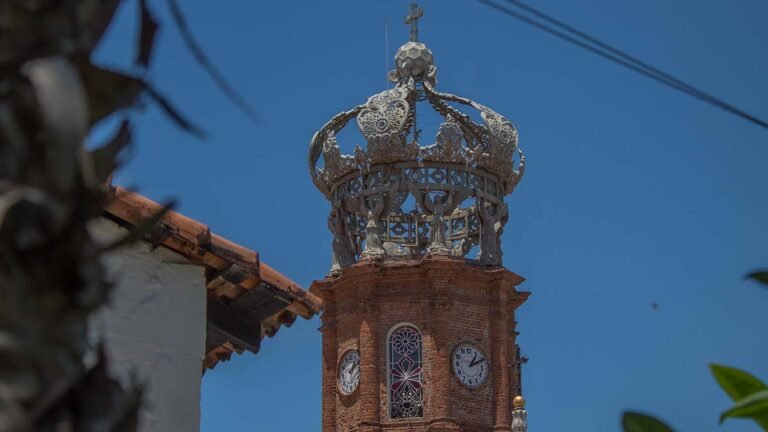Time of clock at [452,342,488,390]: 1:10
